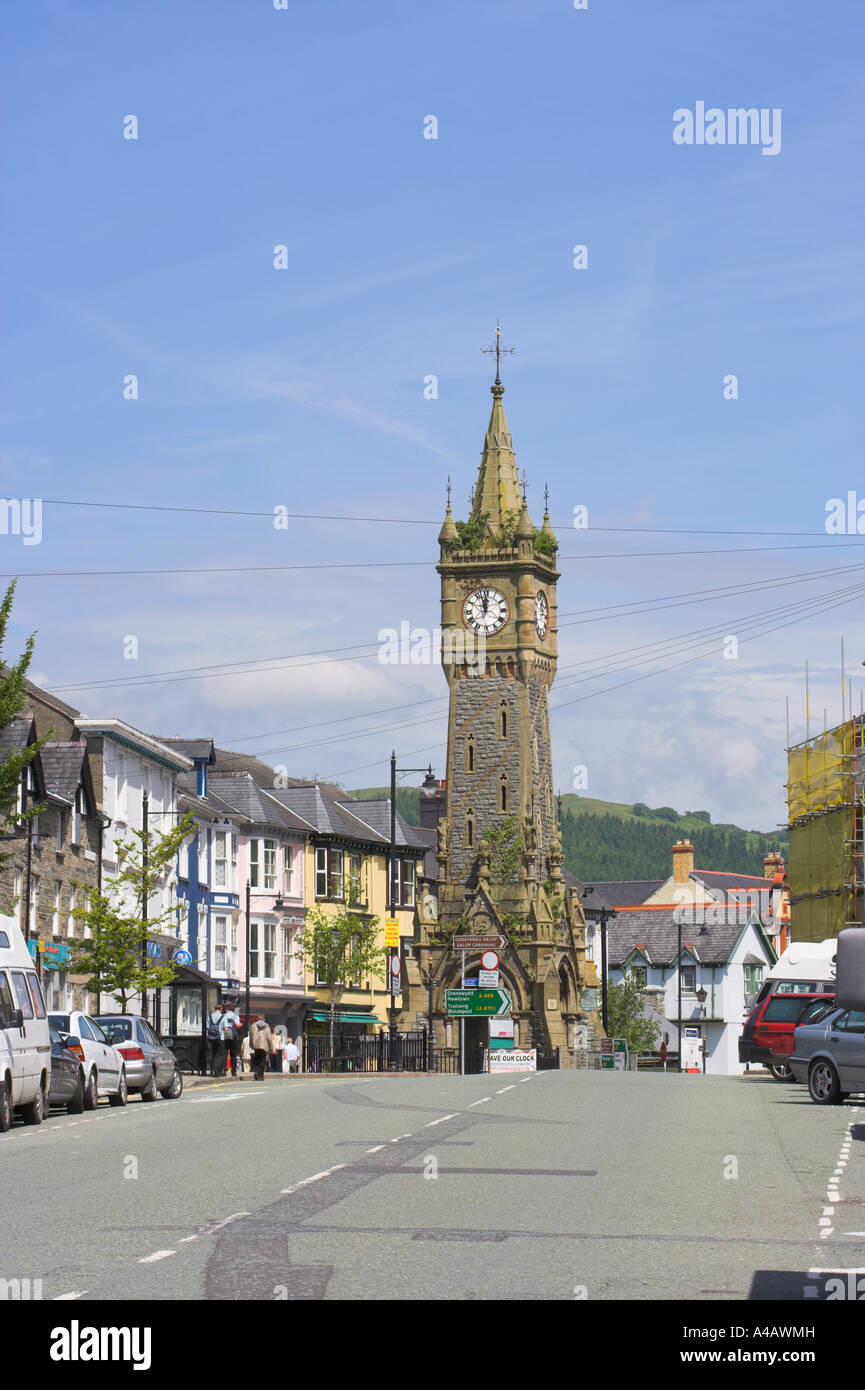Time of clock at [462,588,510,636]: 11:57
